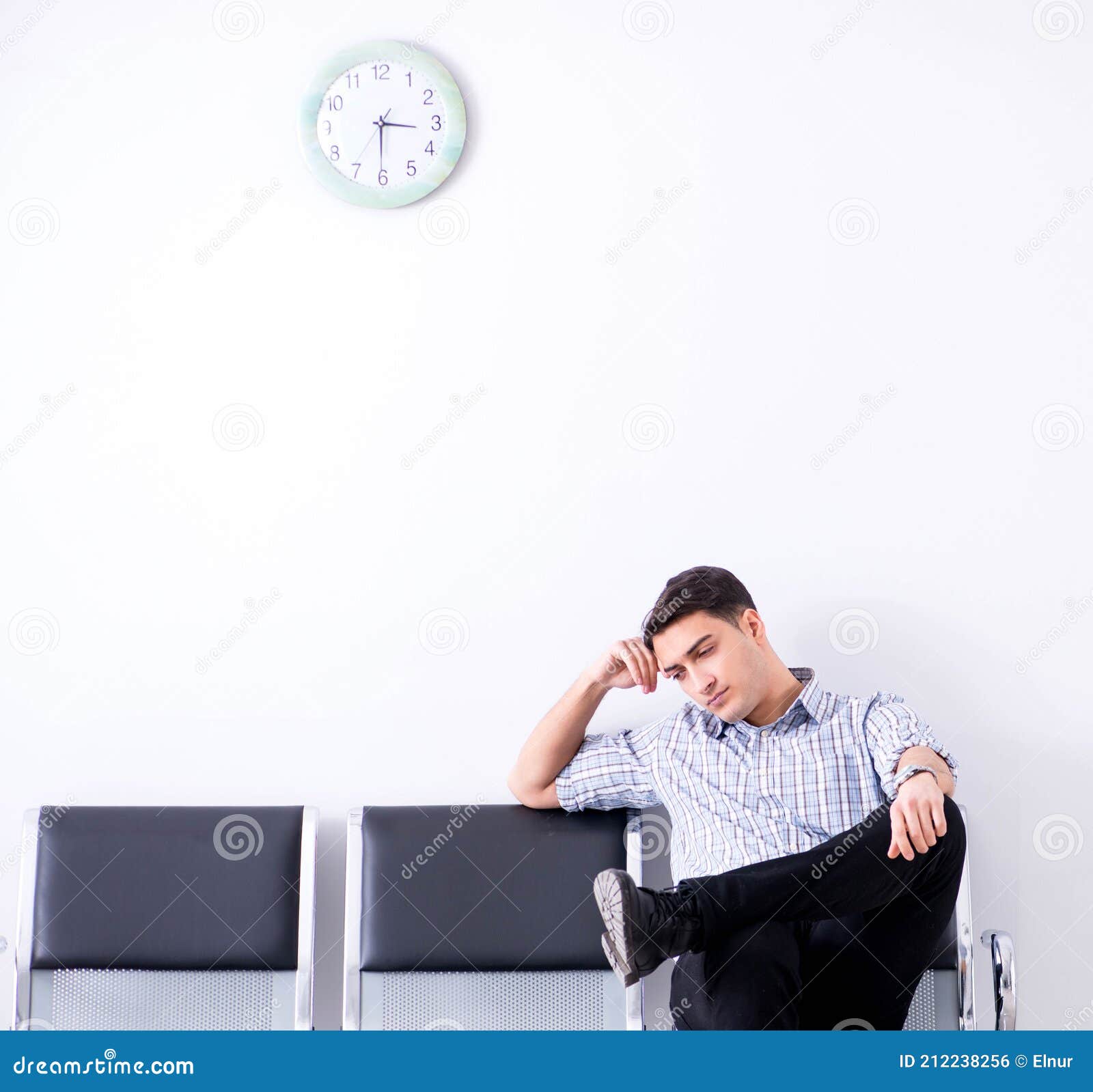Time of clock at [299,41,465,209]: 3:30
